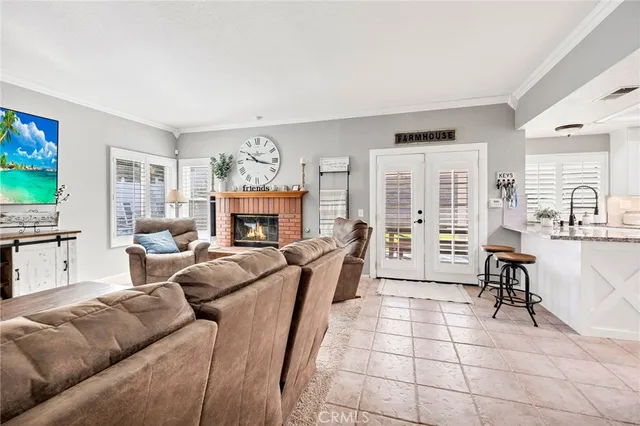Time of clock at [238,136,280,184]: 10:16
